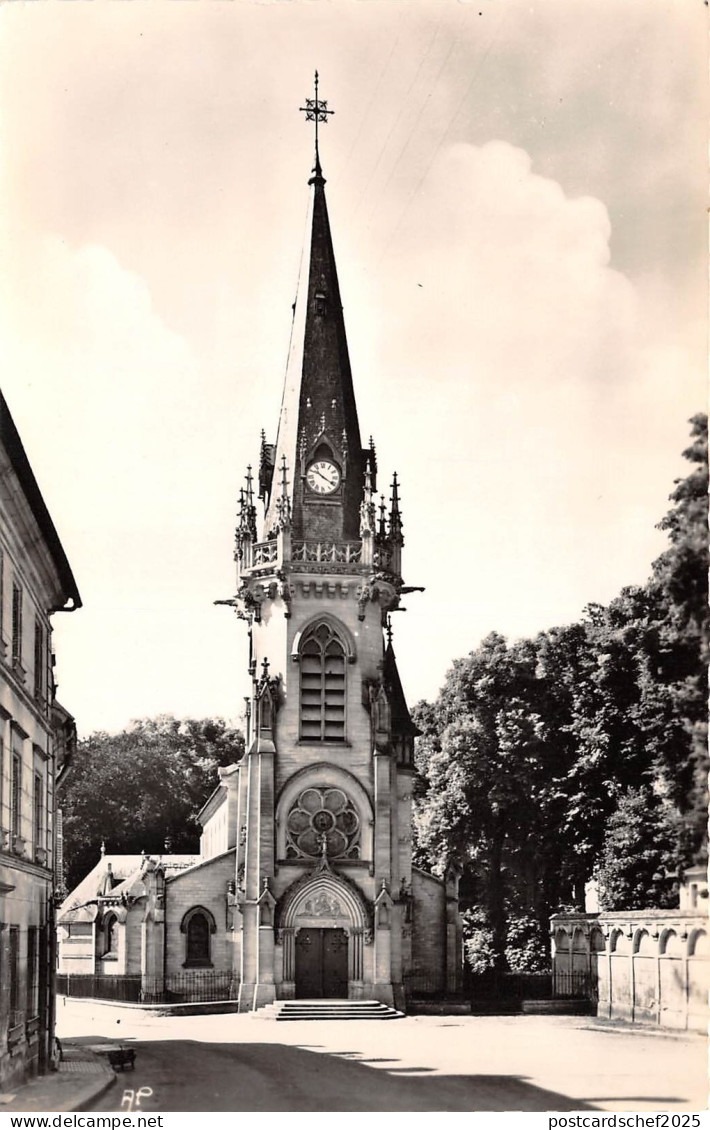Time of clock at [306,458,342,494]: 10:20
